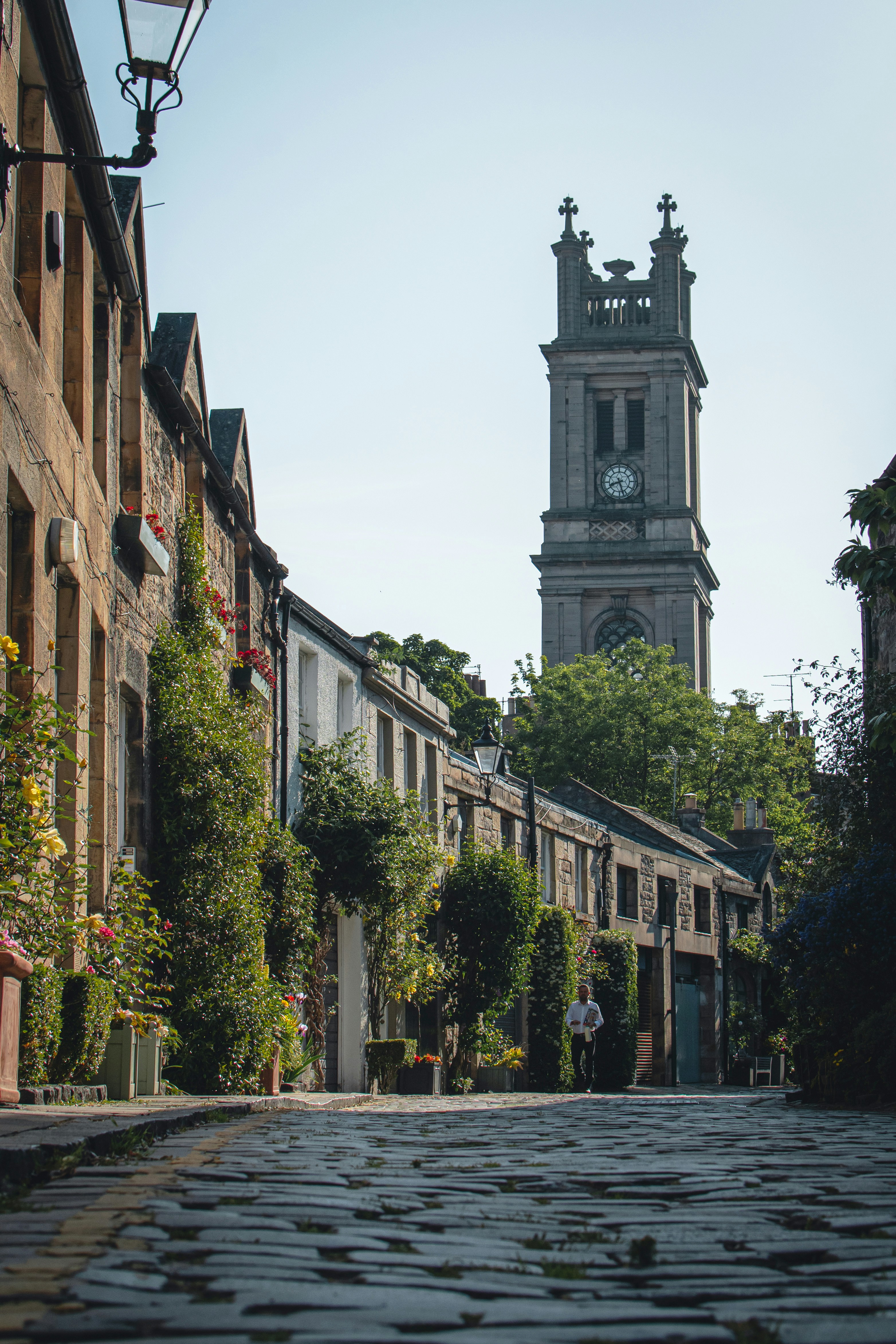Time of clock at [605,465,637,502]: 8:27
